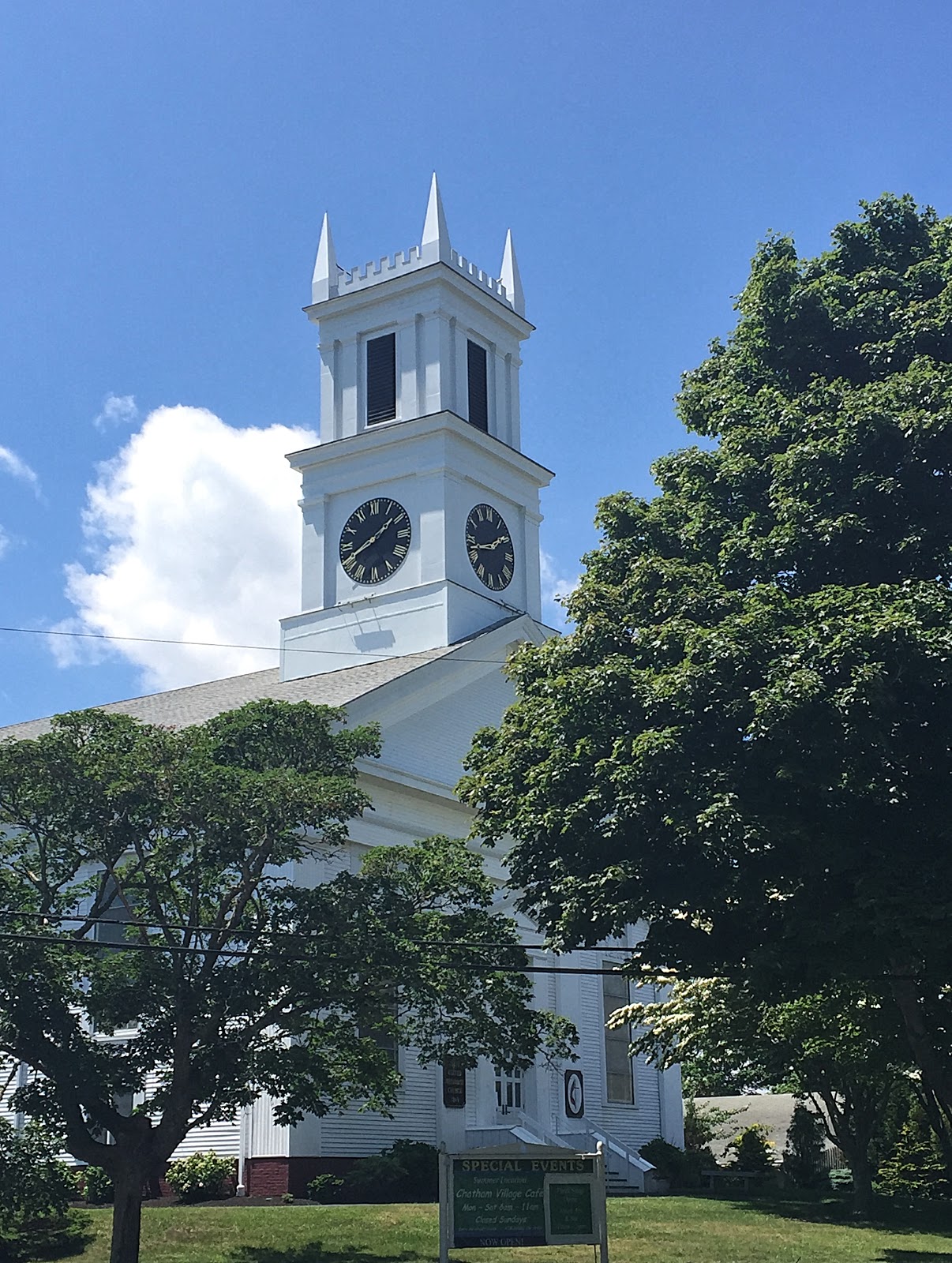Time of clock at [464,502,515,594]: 1:42
